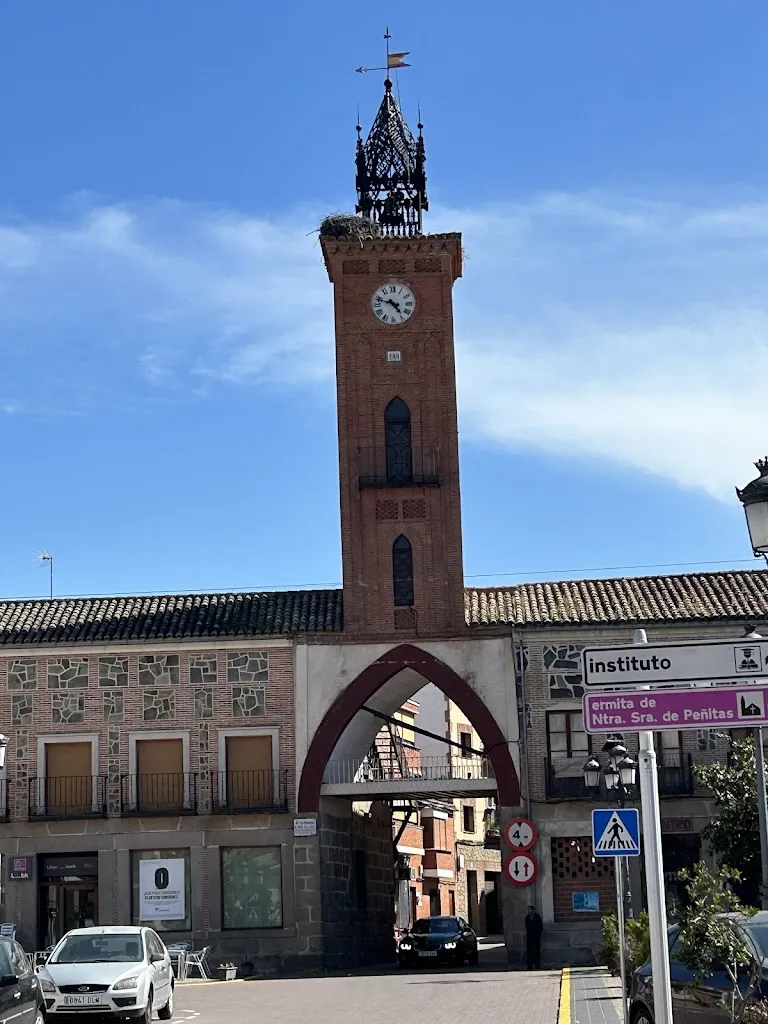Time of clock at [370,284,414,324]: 4:48
